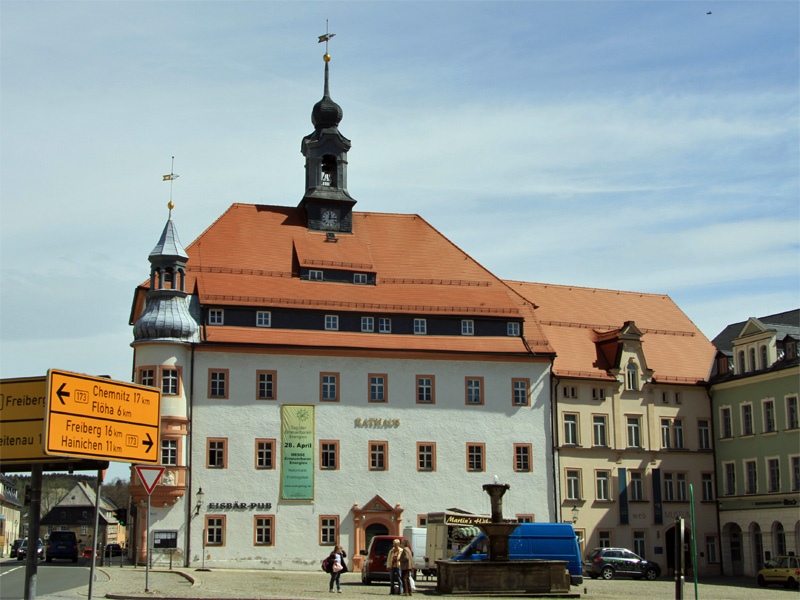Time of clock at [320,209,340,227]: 12:14
